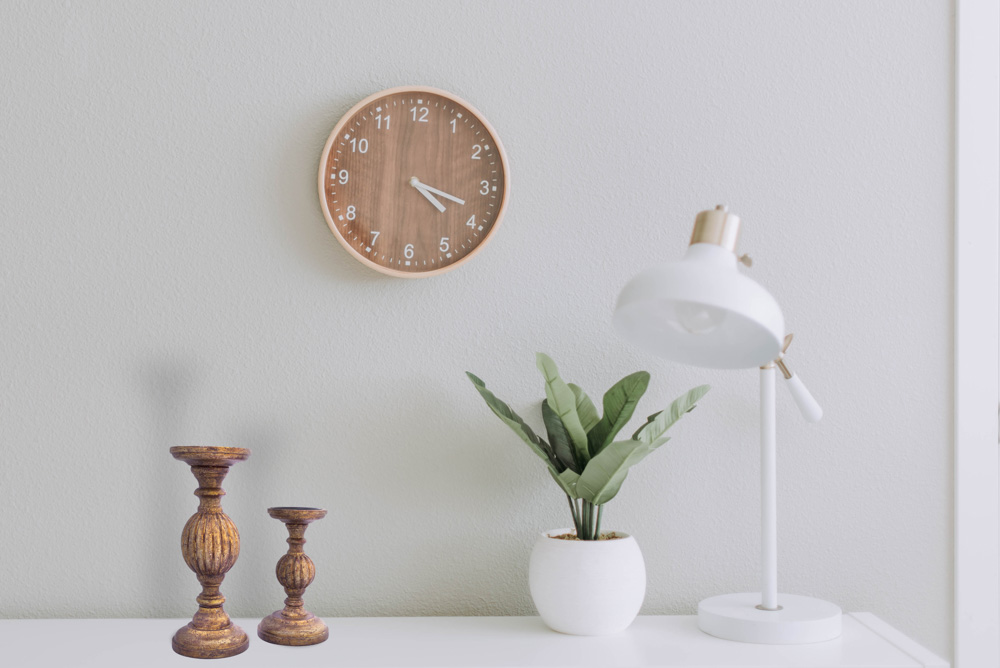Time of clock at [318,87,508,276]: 4:18
